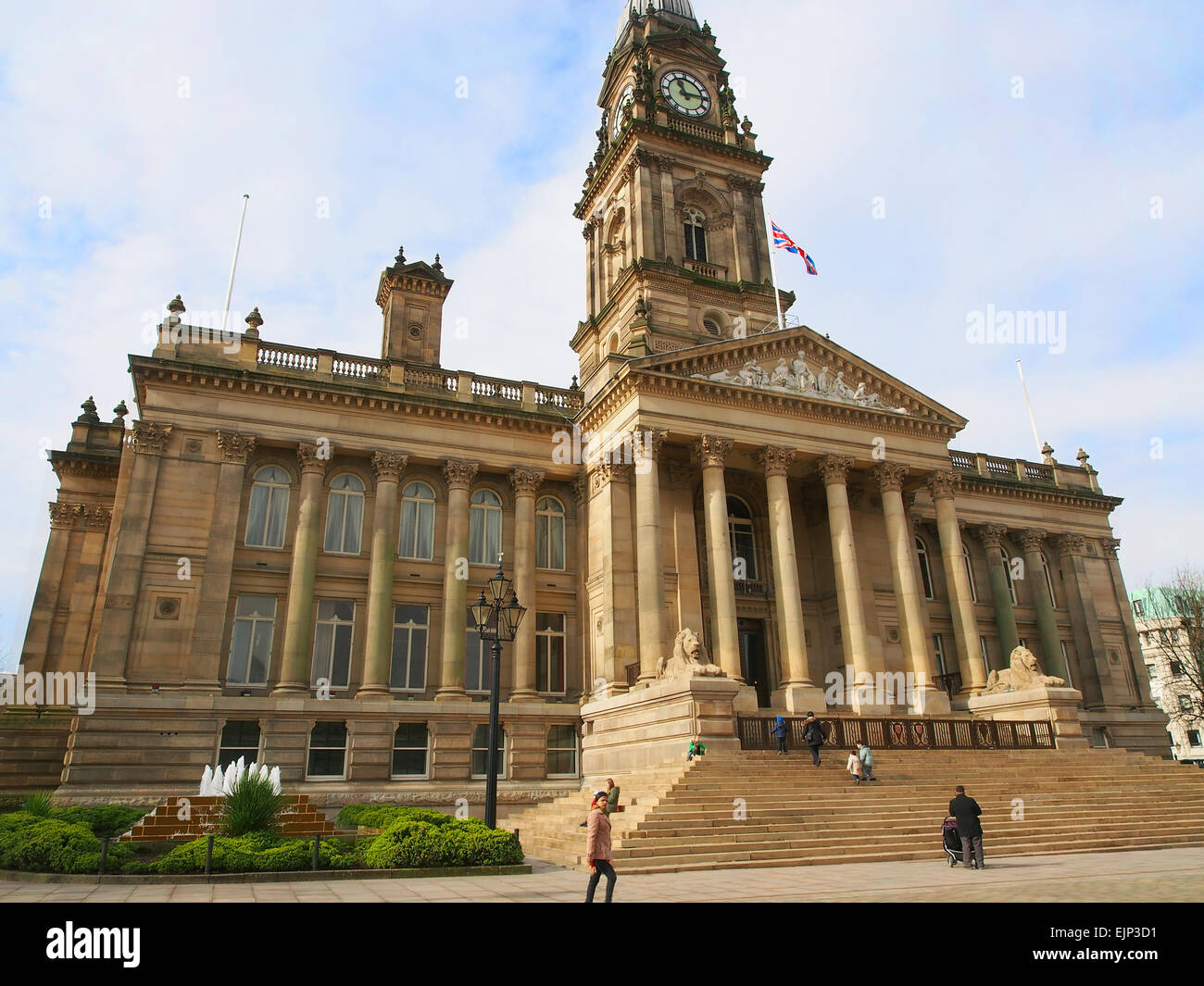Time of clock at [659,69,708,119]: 11:14
